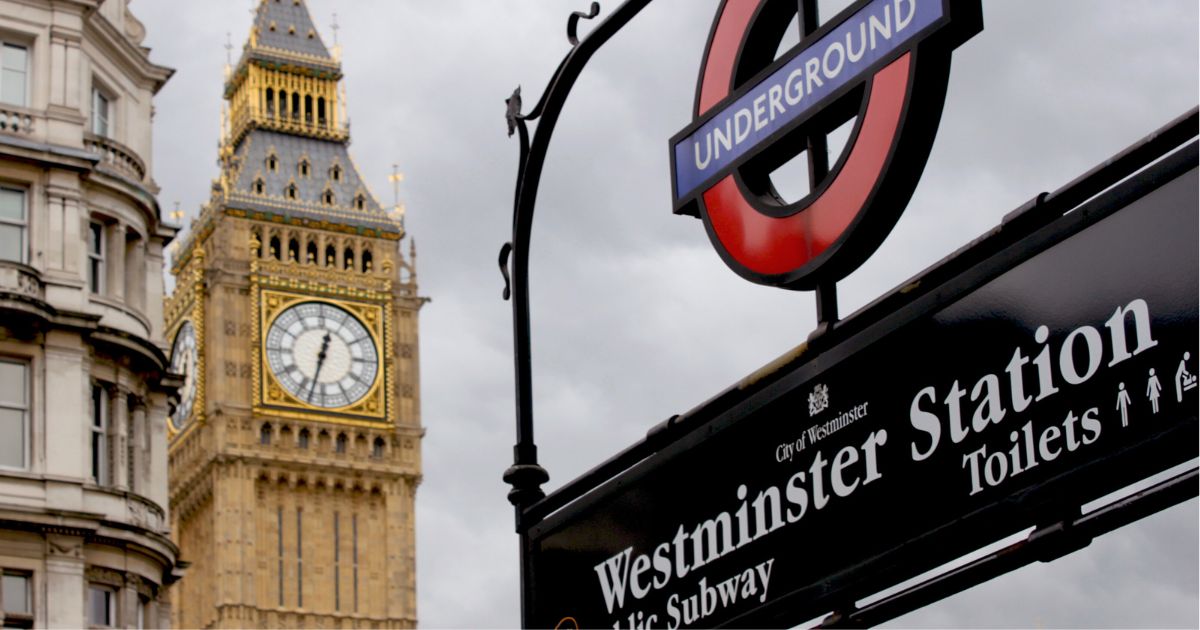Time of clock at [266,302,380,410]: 12:32
